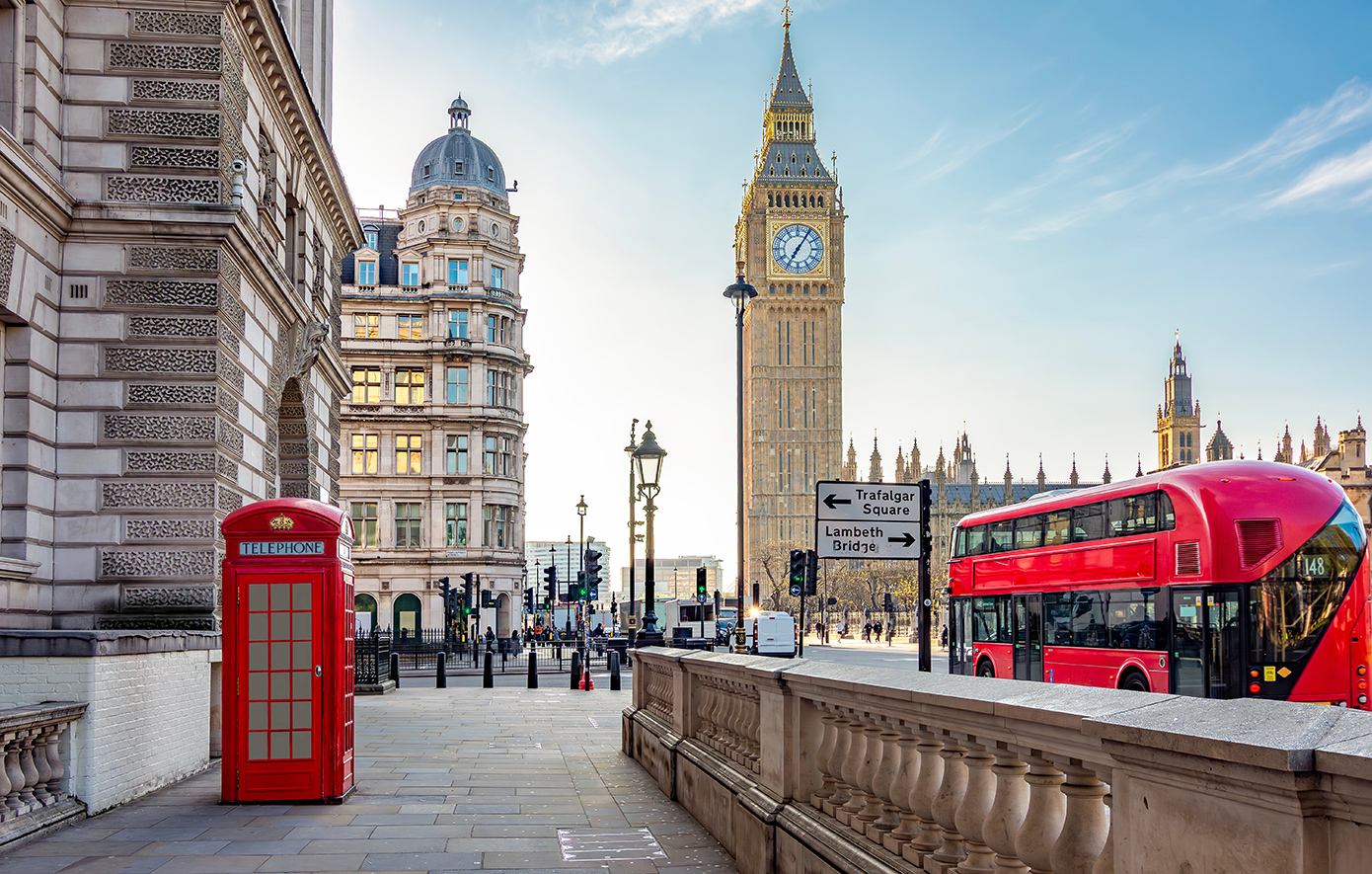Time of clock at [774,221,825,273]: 7:05
